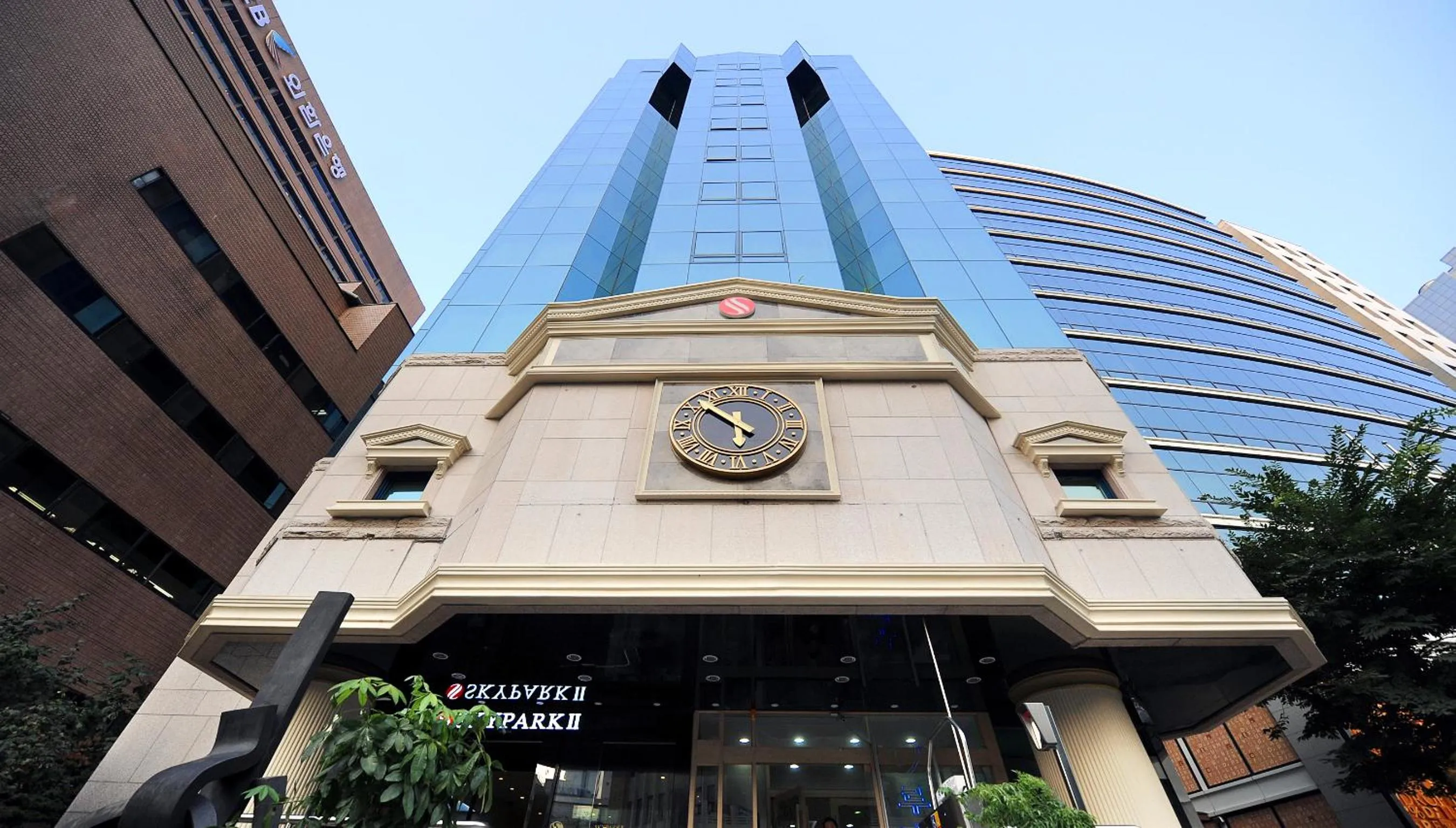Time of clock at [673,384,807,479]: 5:51
